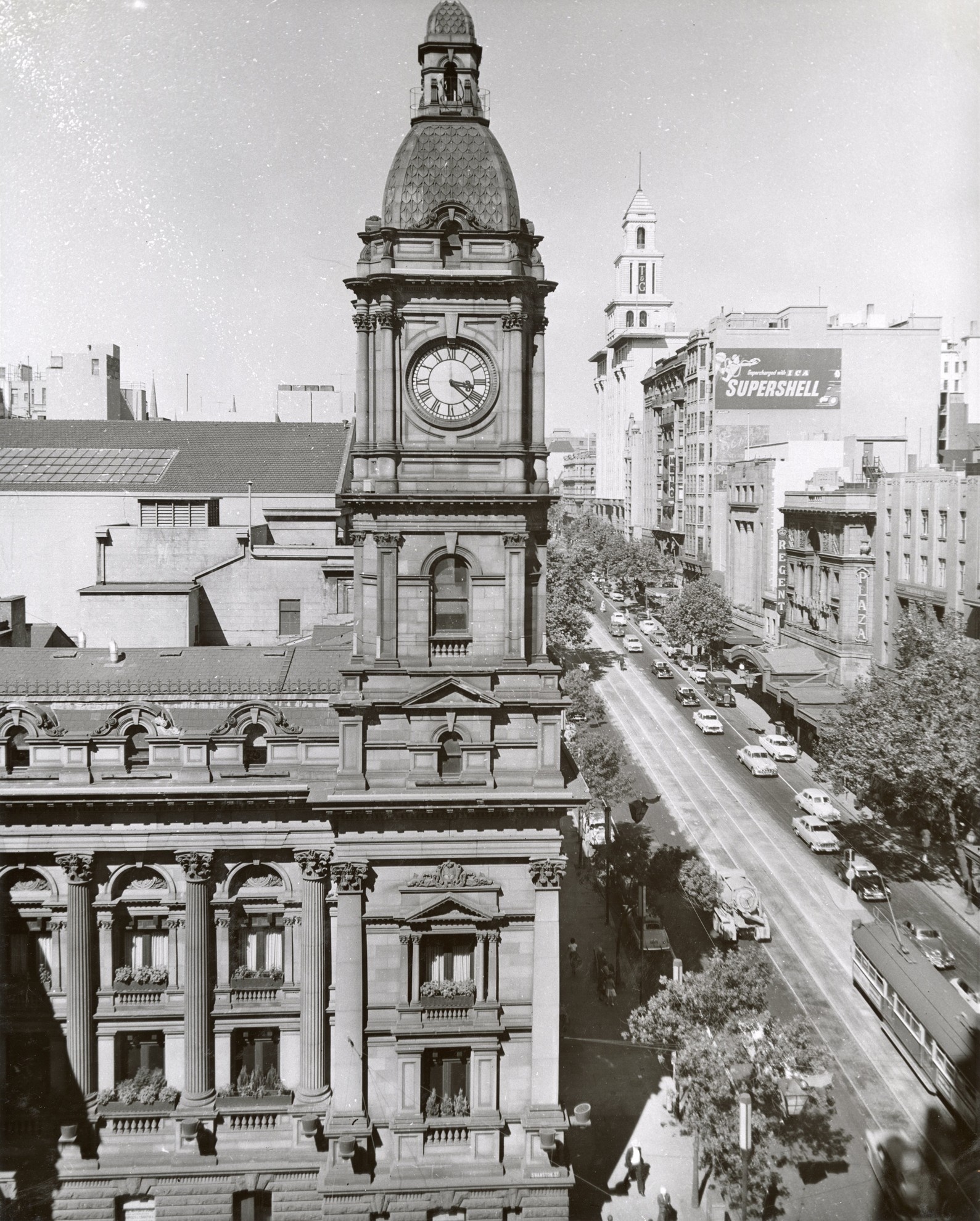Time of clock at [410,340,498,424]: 3:21
